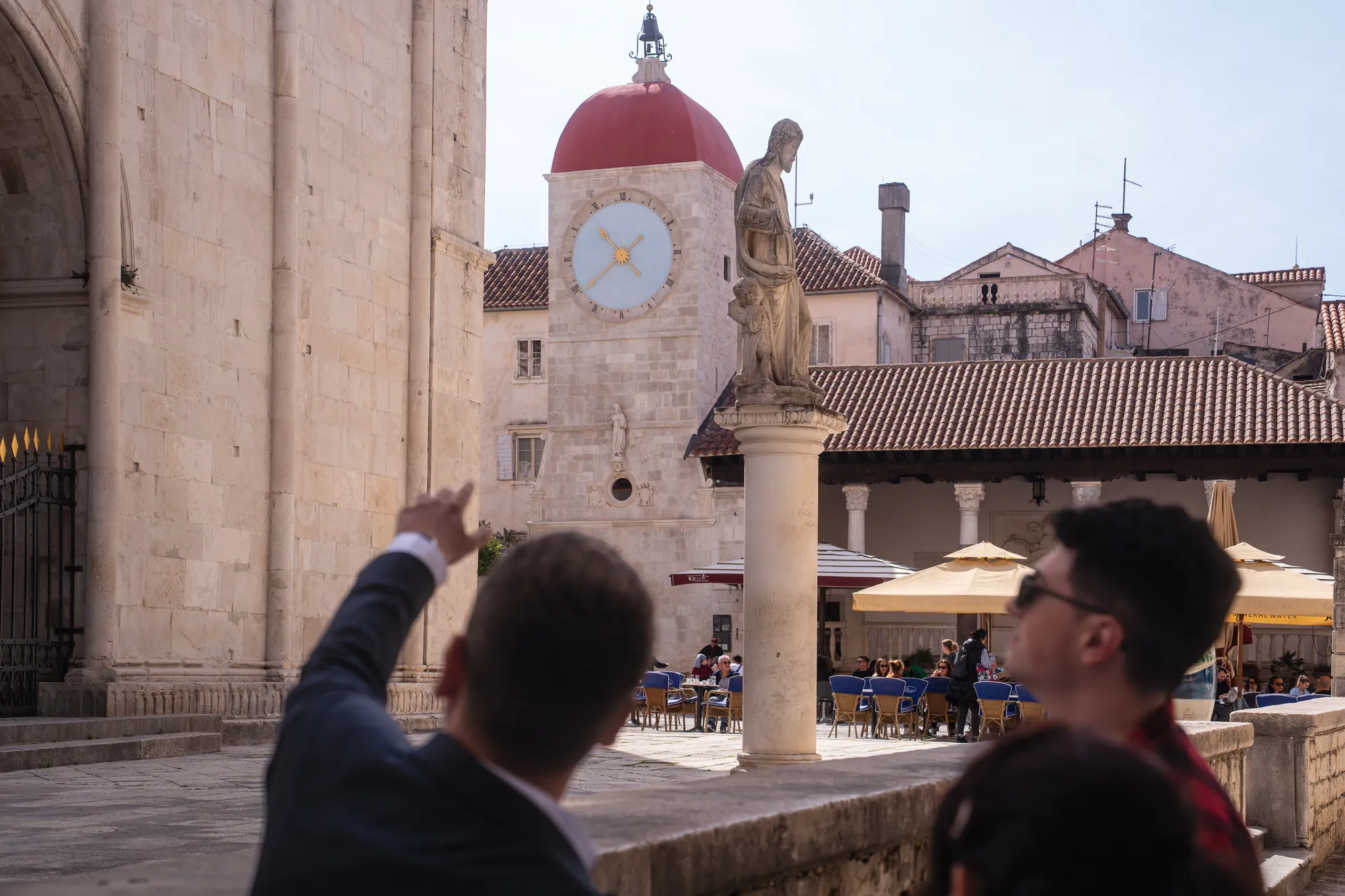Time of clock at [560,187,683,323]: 10:38
